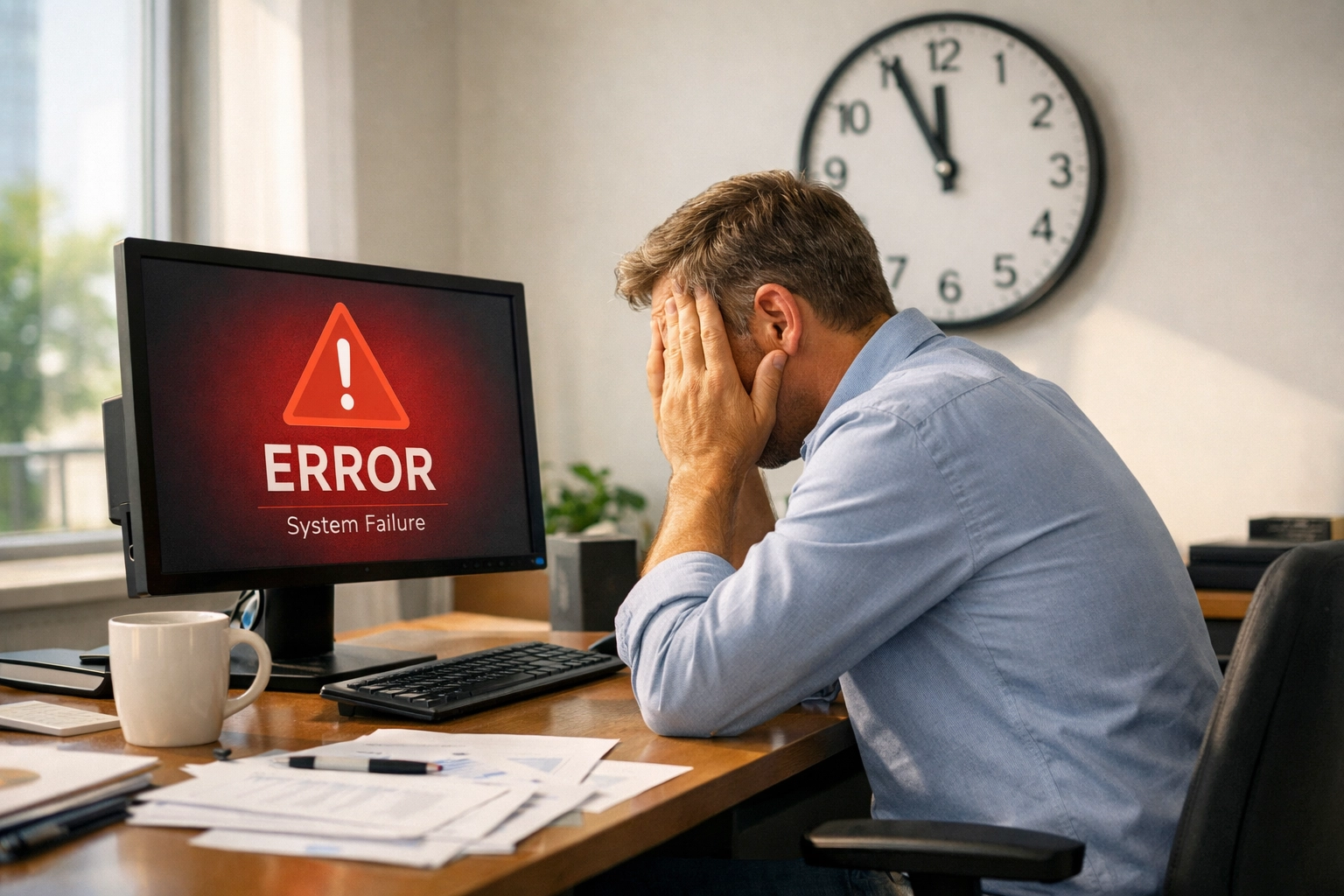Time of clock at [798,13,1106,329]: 11:55
